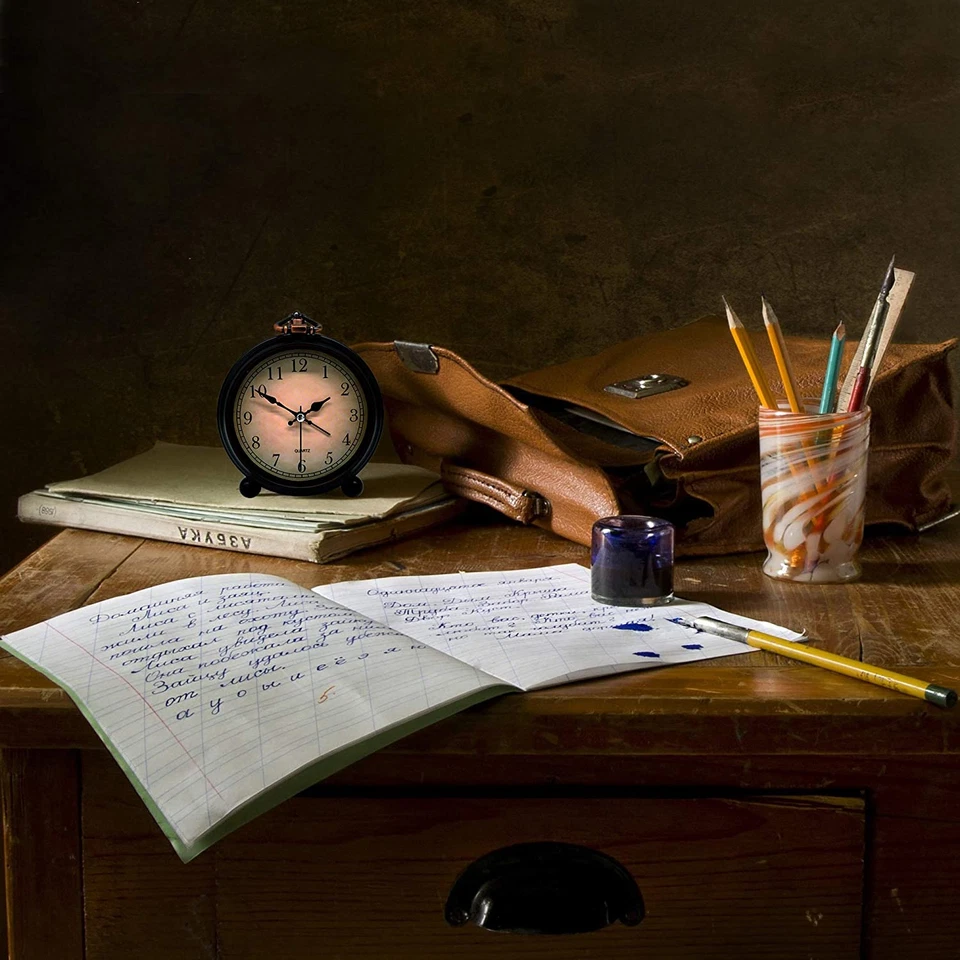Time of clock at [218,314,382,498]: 1:50
